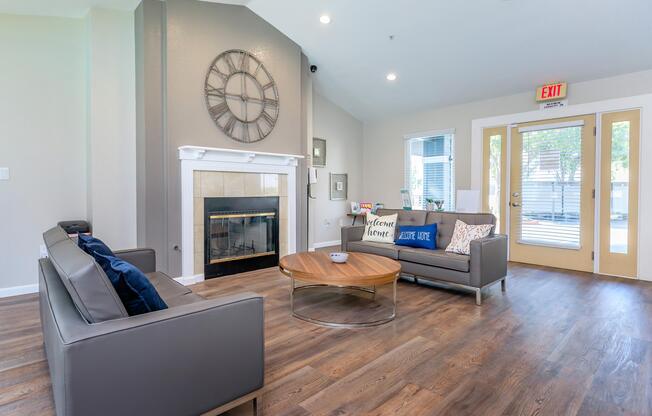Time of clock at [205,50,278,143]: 2:44
